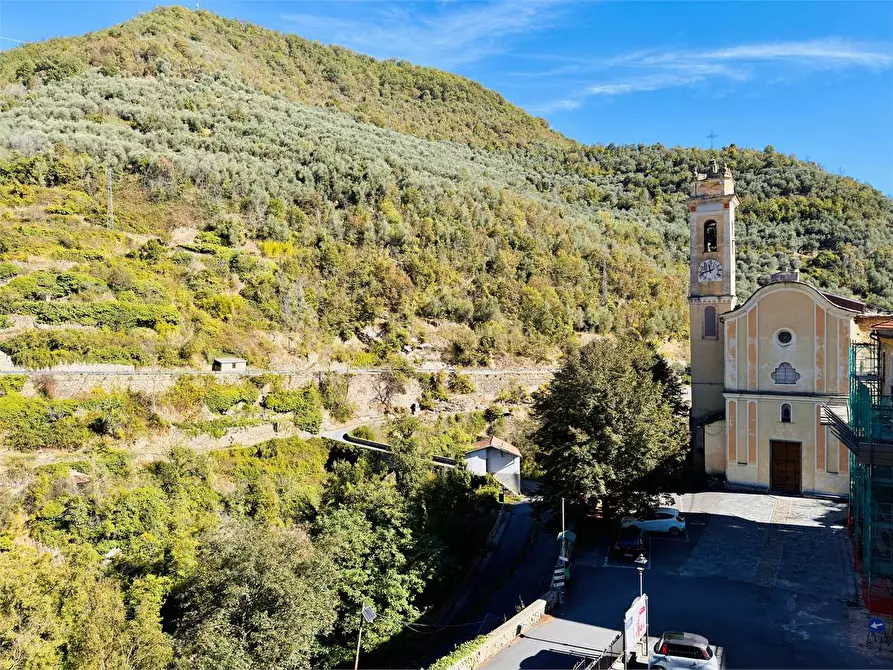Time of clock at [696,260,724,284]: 11:42
